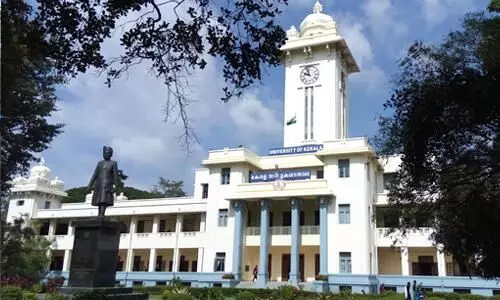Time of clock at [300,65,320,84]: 9:57
